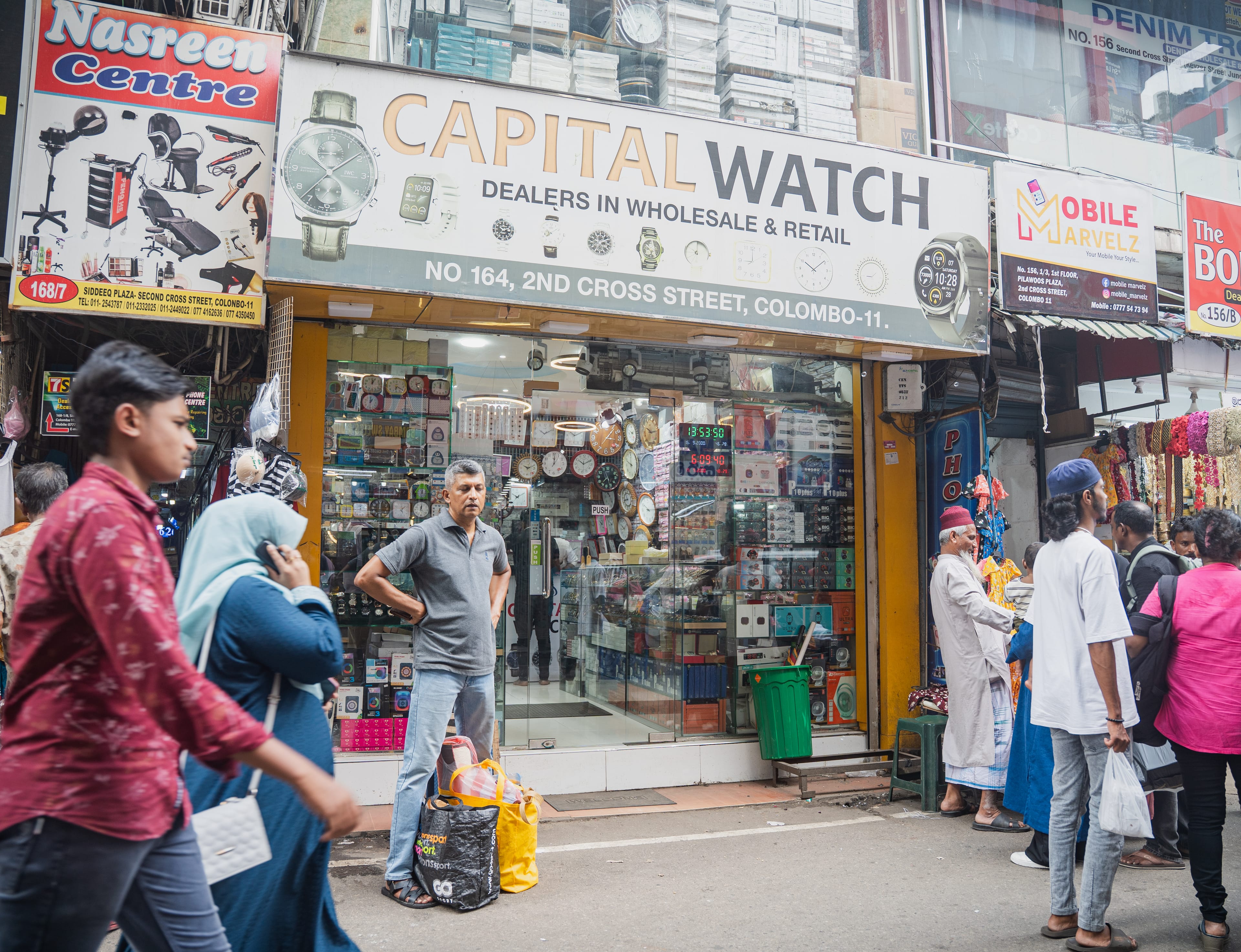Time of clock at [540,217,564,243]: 8:09
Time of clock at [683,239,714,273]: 10:00
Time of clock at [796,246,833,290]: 10:08
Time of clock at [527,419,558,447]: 10:10
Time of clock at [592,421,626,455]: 3:06
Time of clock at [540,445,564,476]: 12:00
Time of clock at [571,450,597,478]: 10:10
